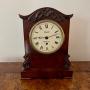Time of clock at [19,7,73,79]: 9:12
